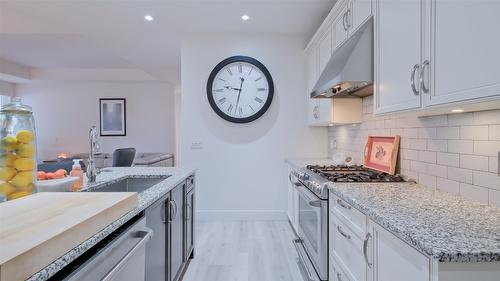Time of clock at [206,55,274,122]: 12:32
